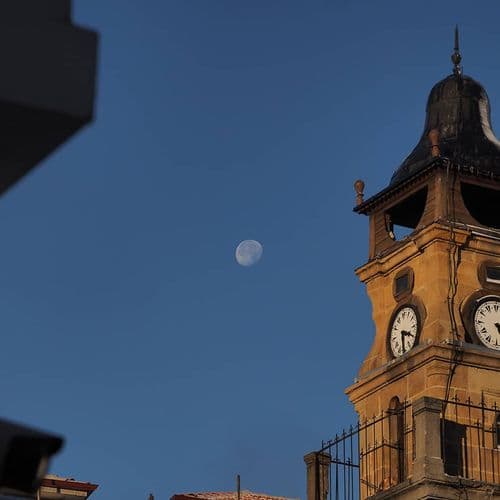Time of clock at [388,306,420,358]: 6:19
